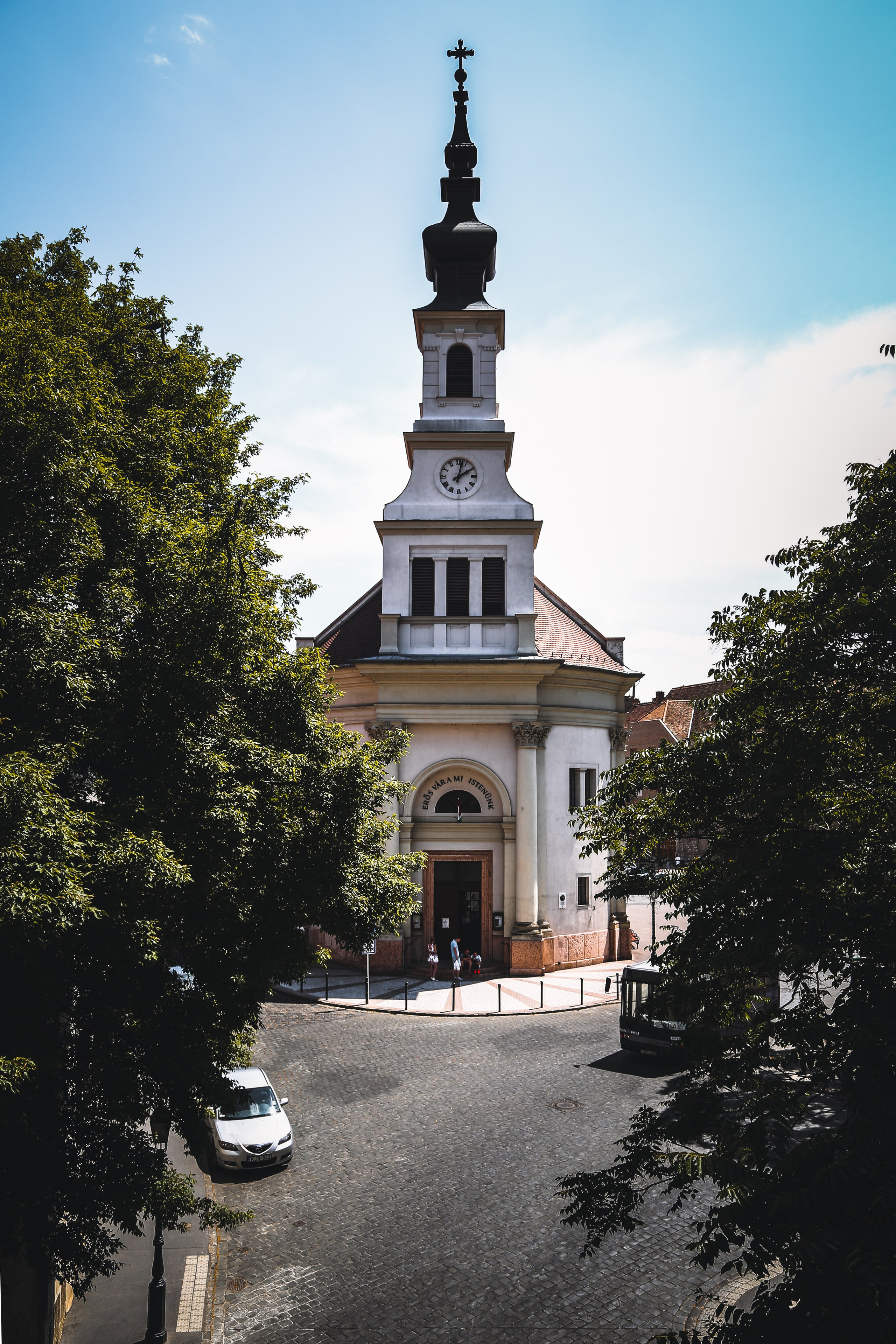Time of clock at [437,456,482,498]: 2:02
